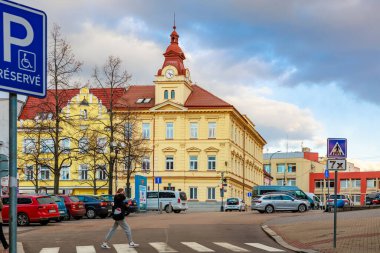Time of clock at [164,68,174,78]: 5:18
